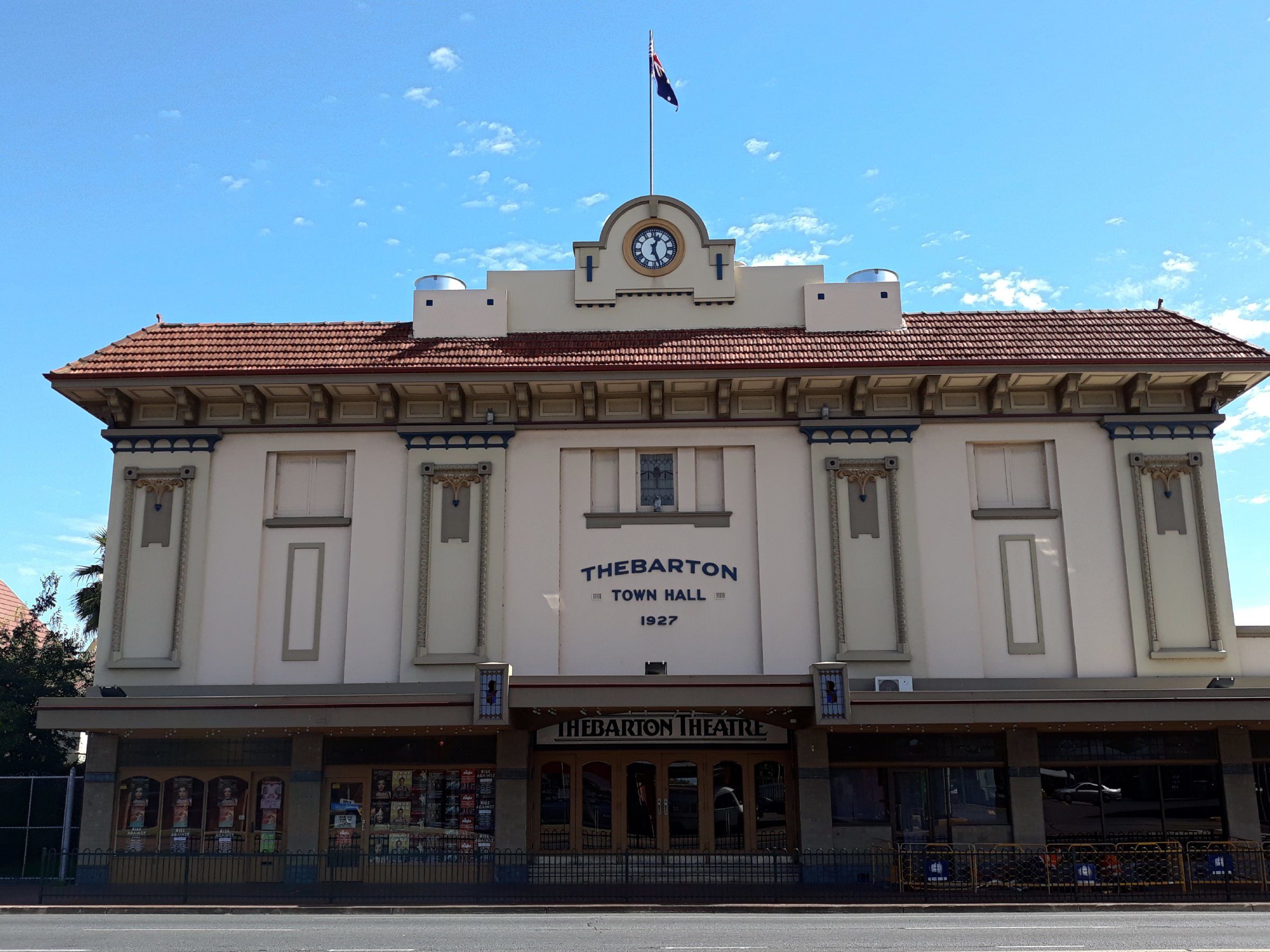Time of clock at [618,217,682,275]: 12:26
